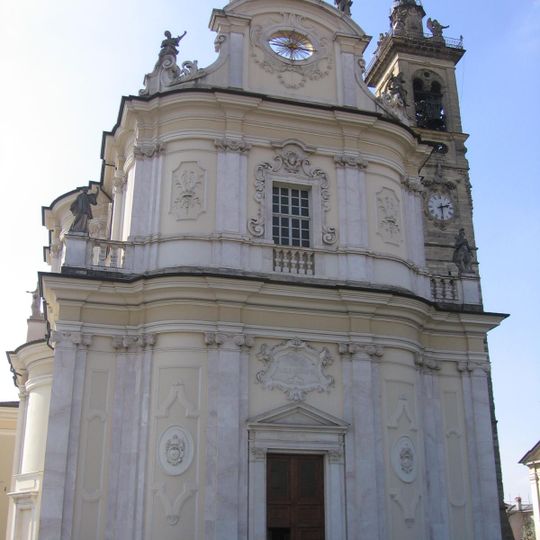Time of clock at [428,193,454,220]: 2:29
